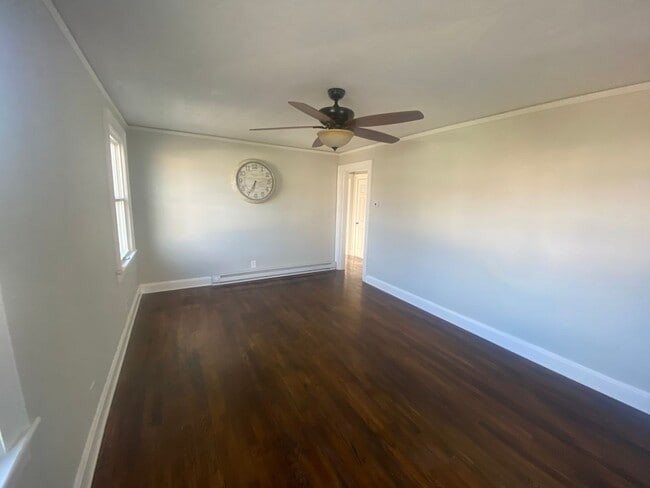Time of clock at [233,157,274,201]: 6:34
